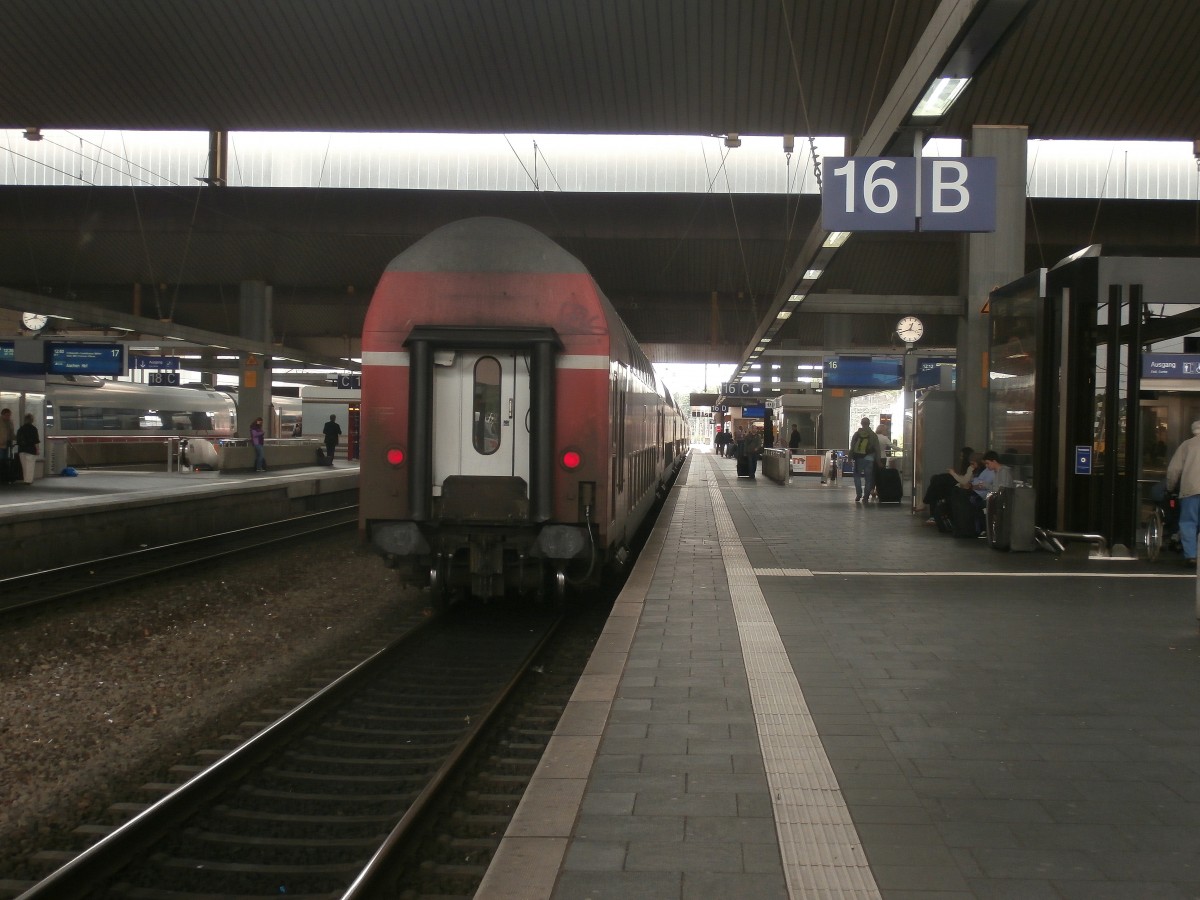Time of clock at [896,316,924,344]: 12:41
